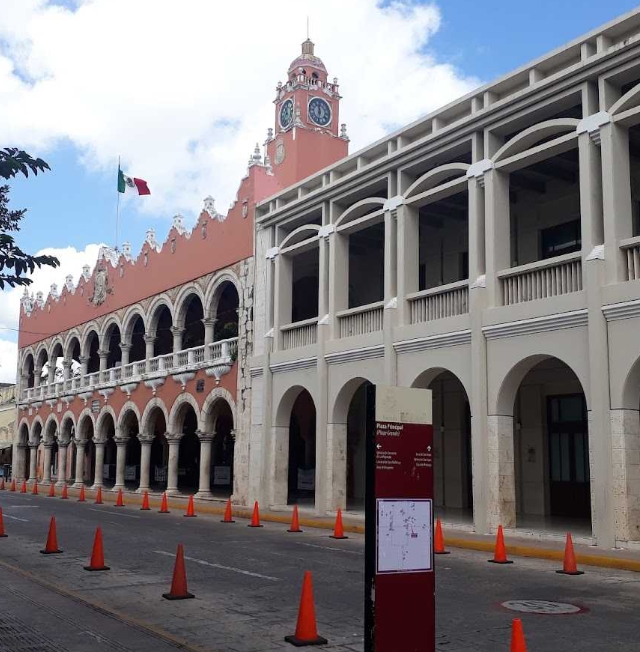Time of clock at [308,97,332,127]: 11:32
